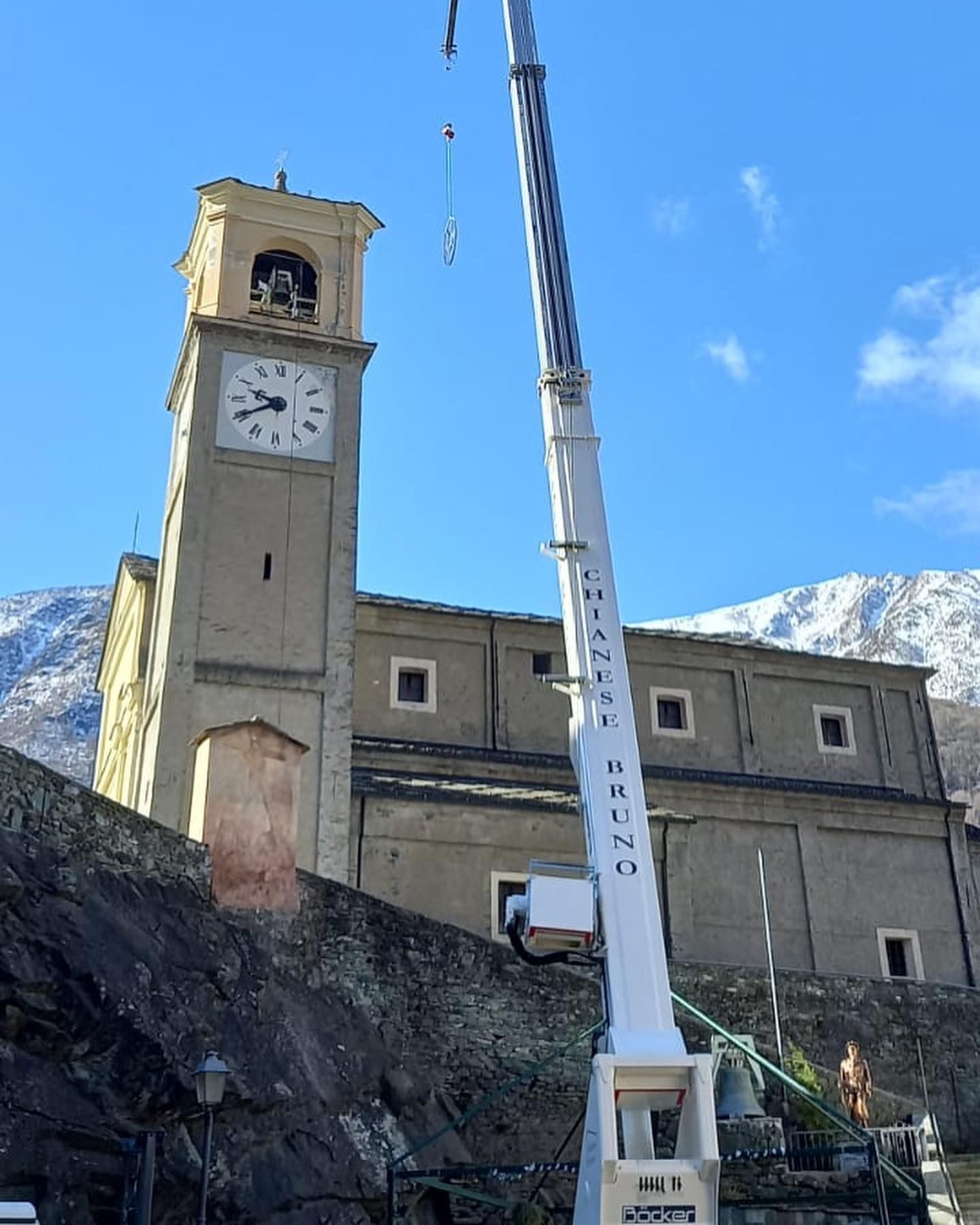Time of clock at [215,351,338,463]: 9:40
